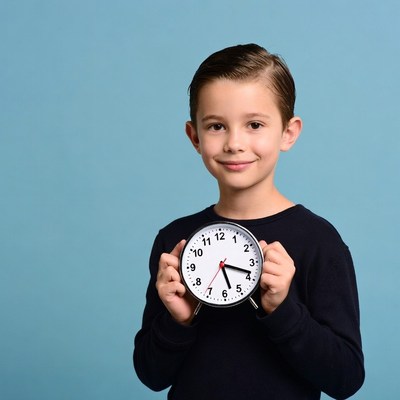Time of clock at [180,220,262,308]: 5:18
